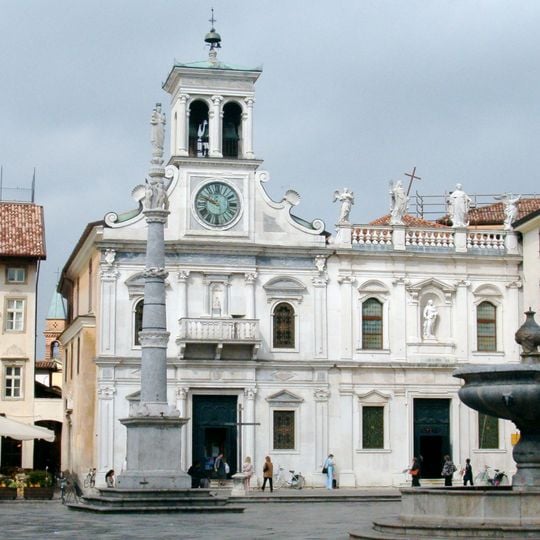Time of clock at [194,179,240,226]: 9:48
